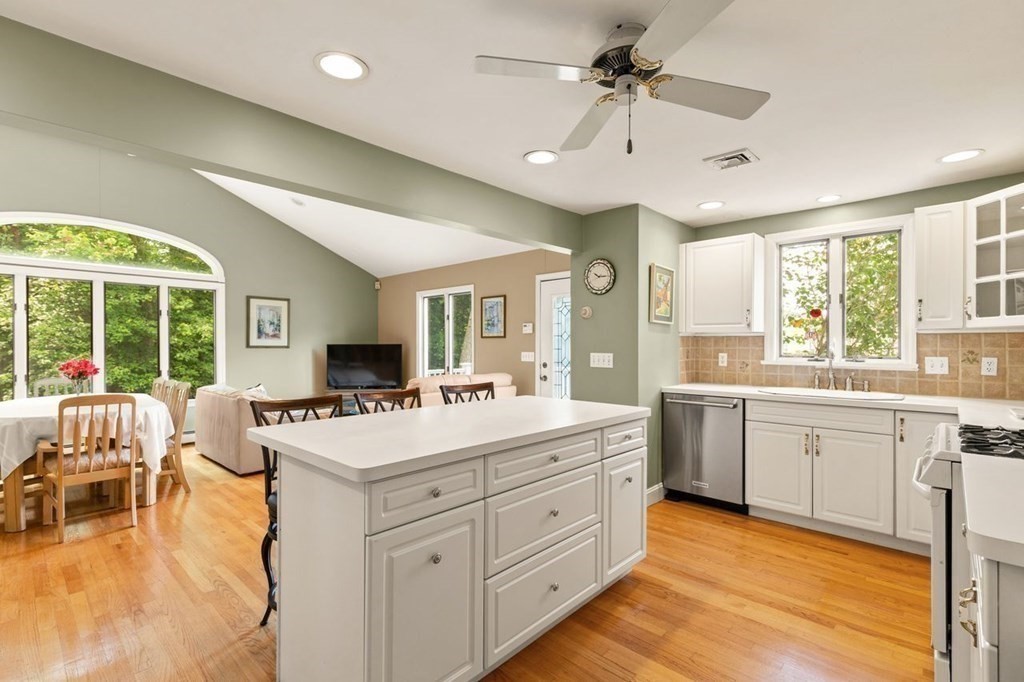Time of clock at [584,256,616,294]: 10:14
